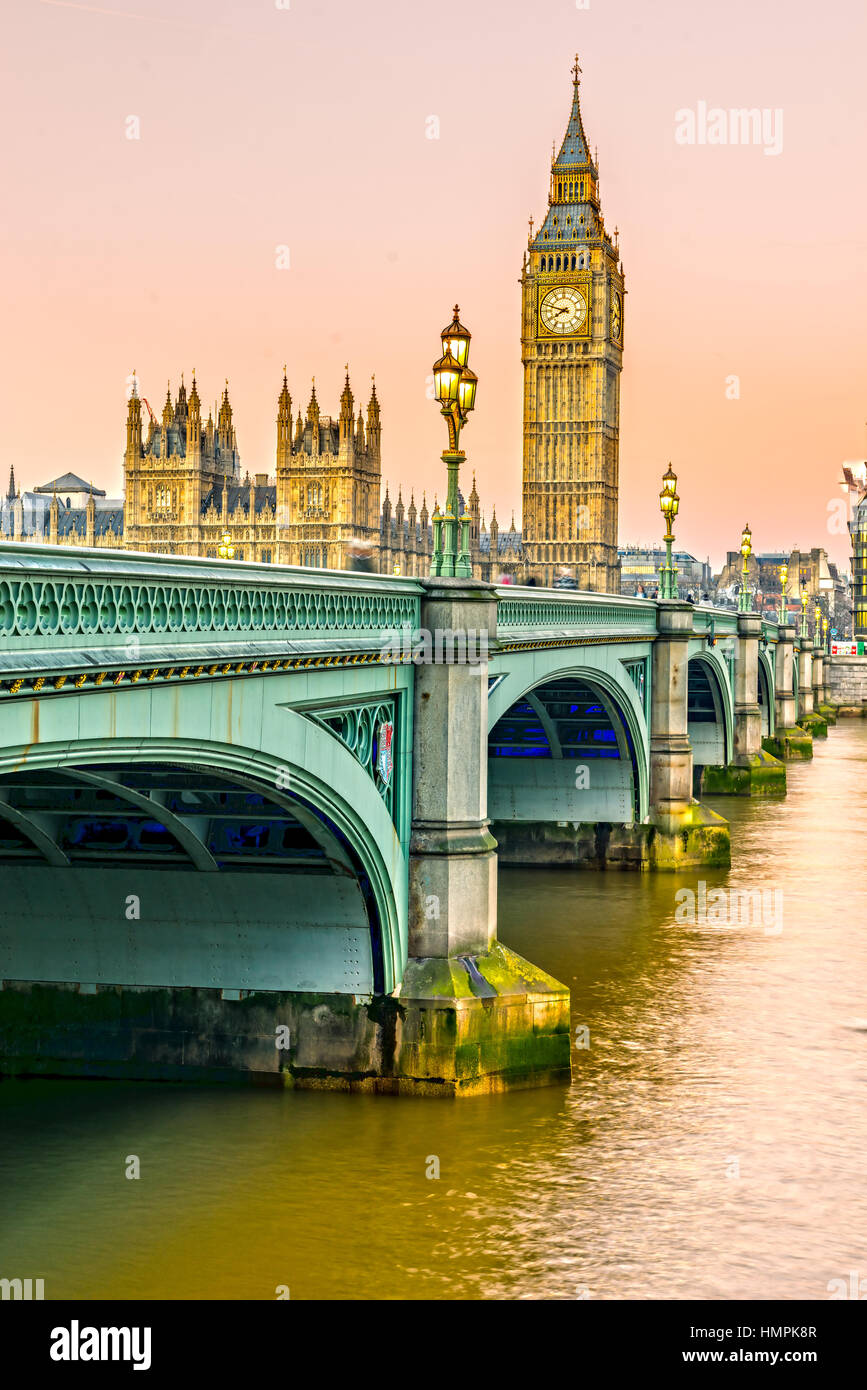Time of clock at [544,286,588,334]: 7:47
